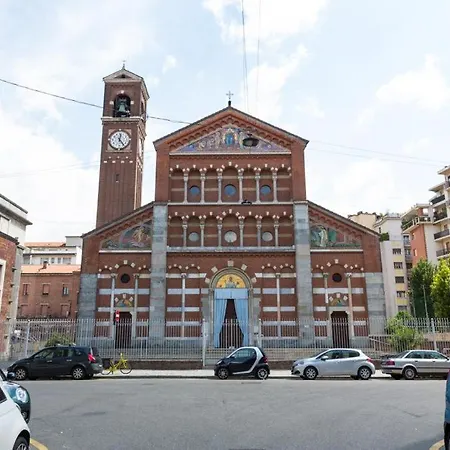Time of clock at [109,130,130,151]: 12:24
